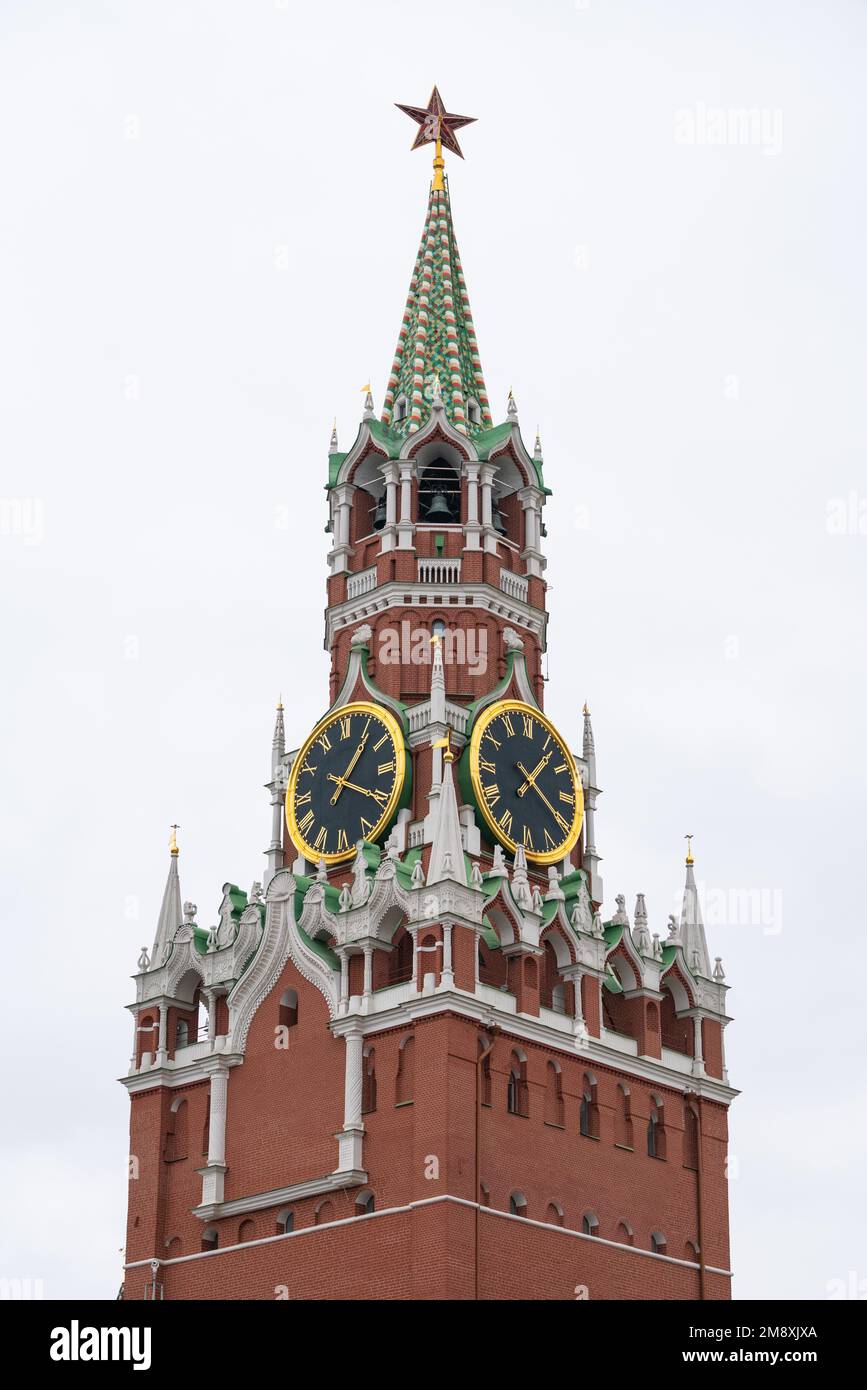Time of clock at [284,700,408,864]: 1:19
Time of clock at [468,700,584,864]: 1:20
